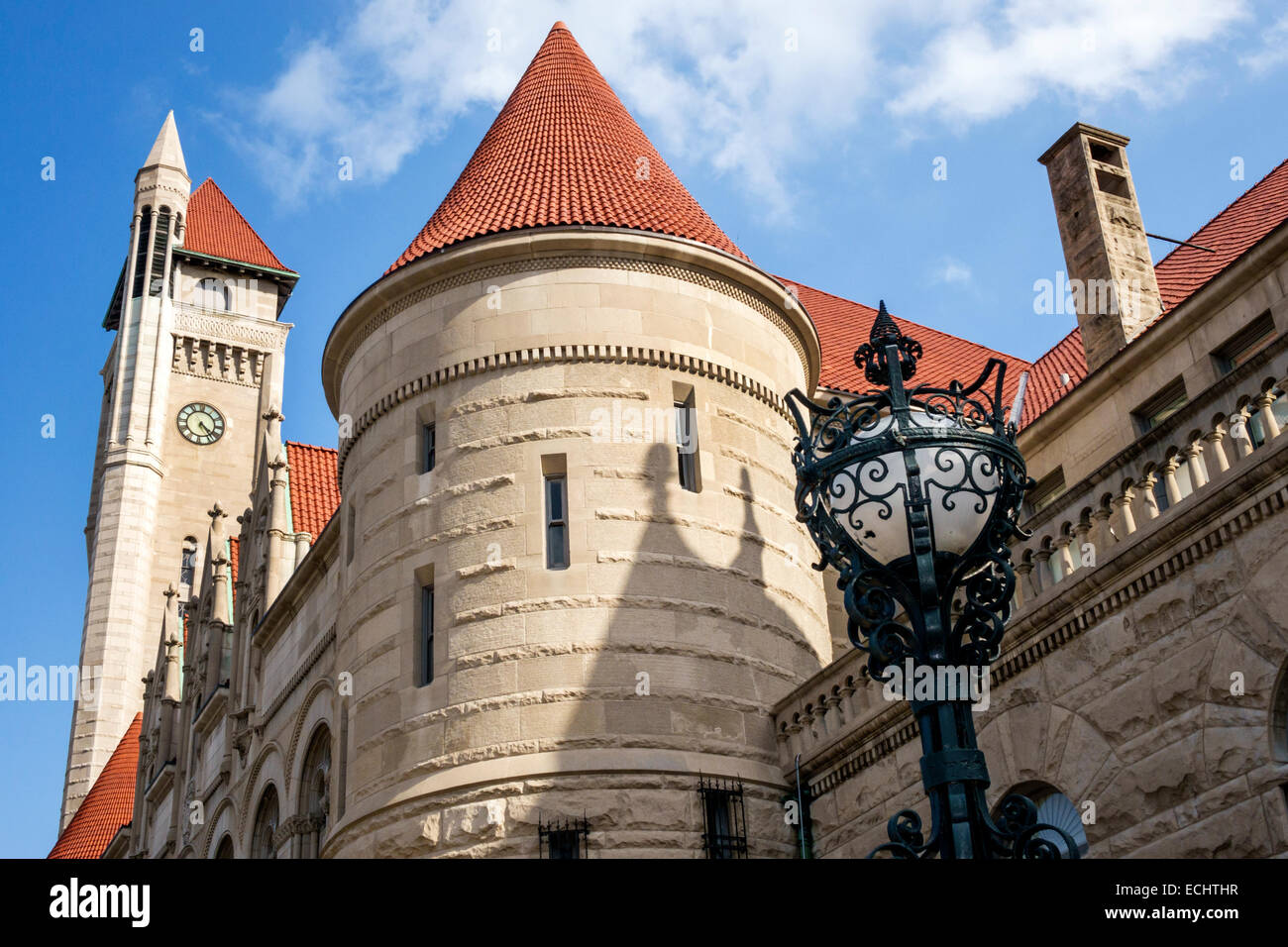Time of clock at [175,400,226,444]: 4:23
